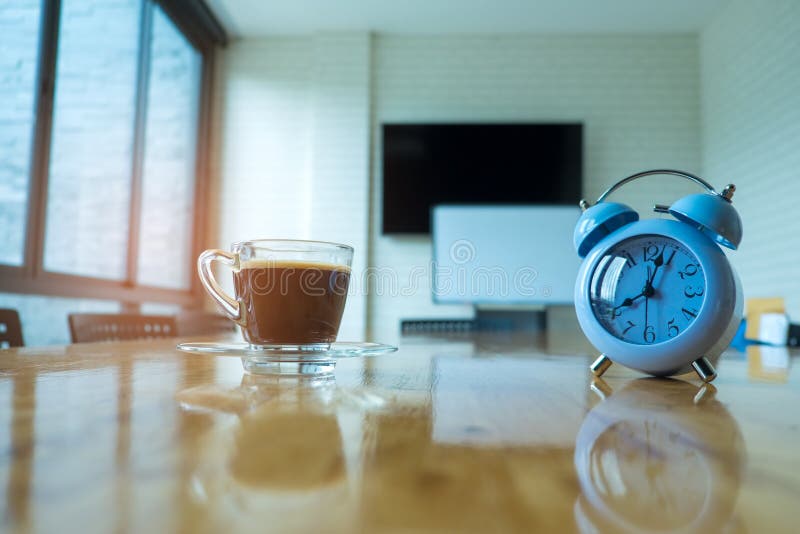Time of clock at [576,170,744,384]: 8:03
